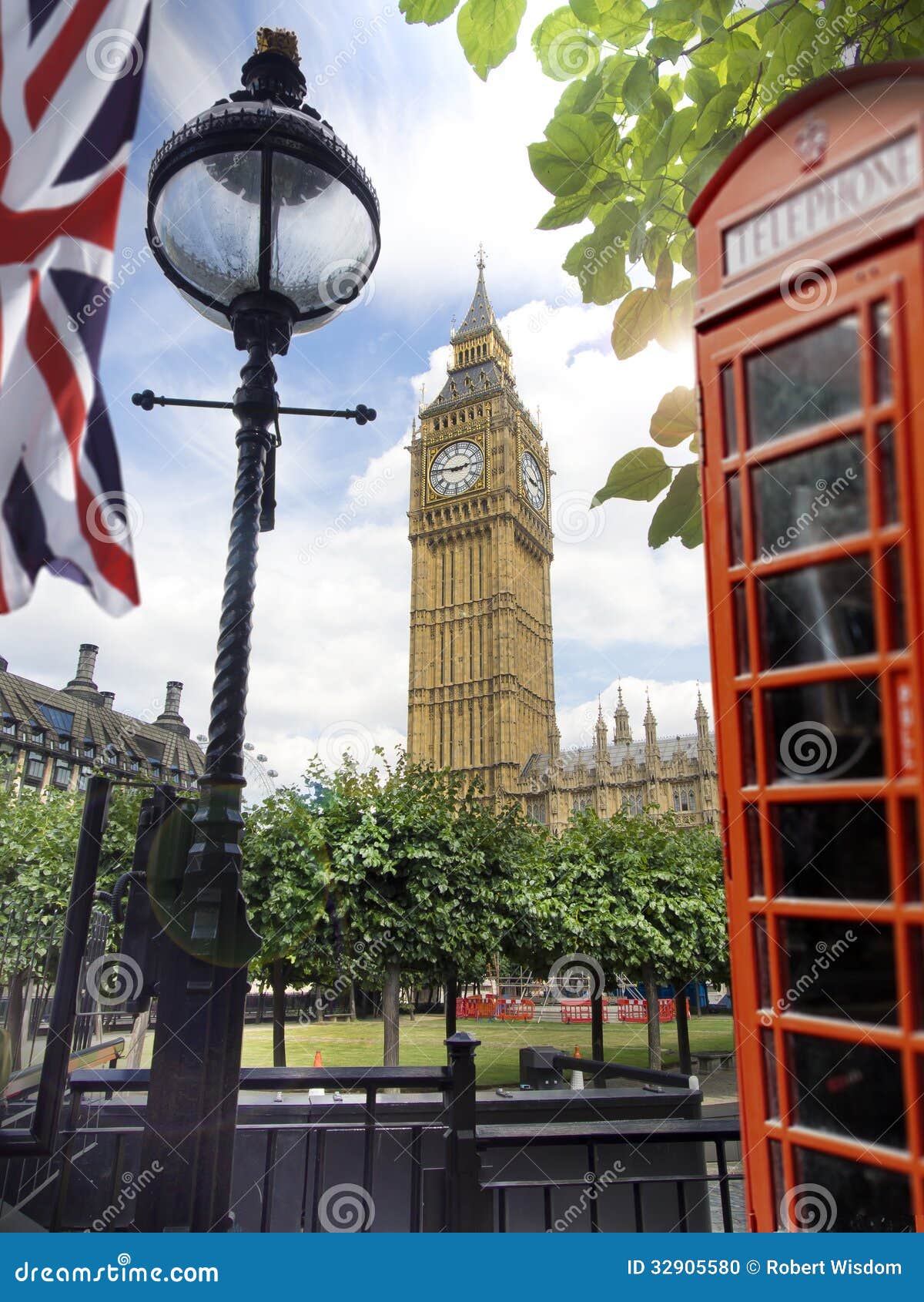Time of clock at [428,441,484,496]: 2:46
